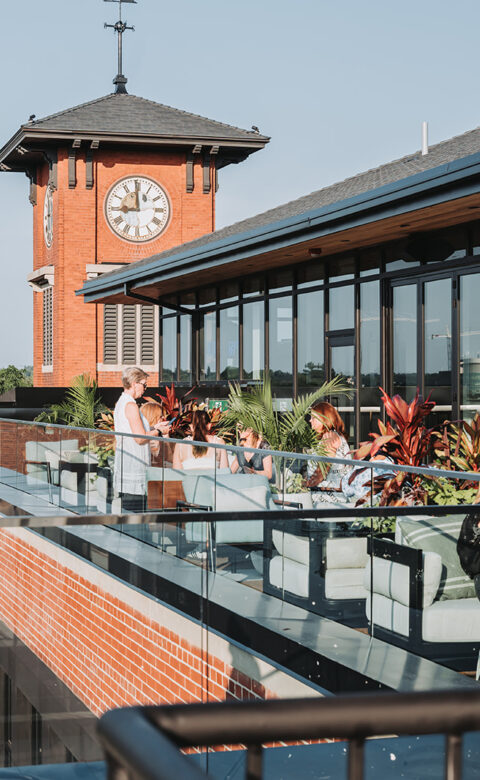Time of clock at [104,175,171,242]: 8:59
